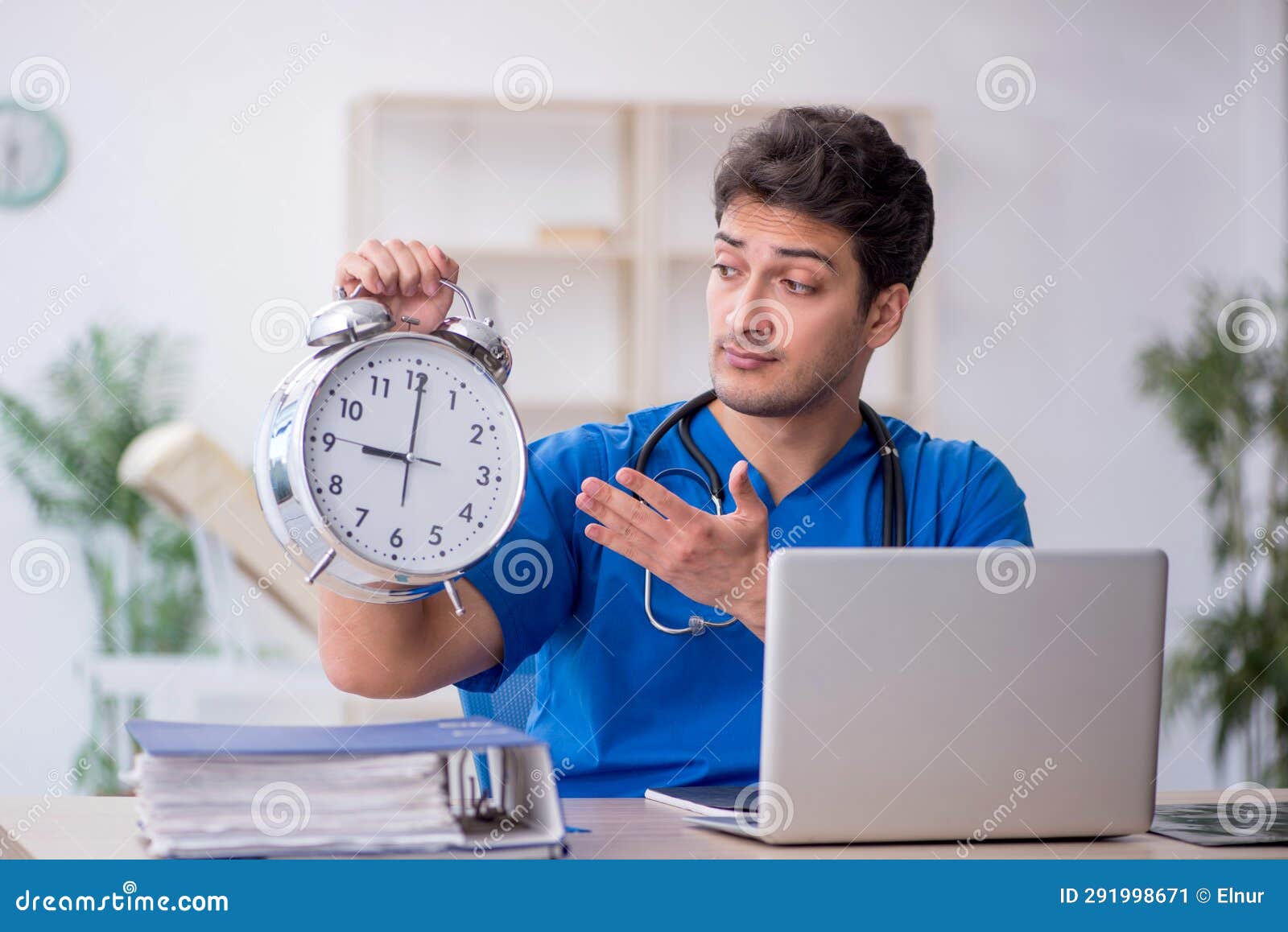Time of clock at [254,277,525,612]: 9:00
